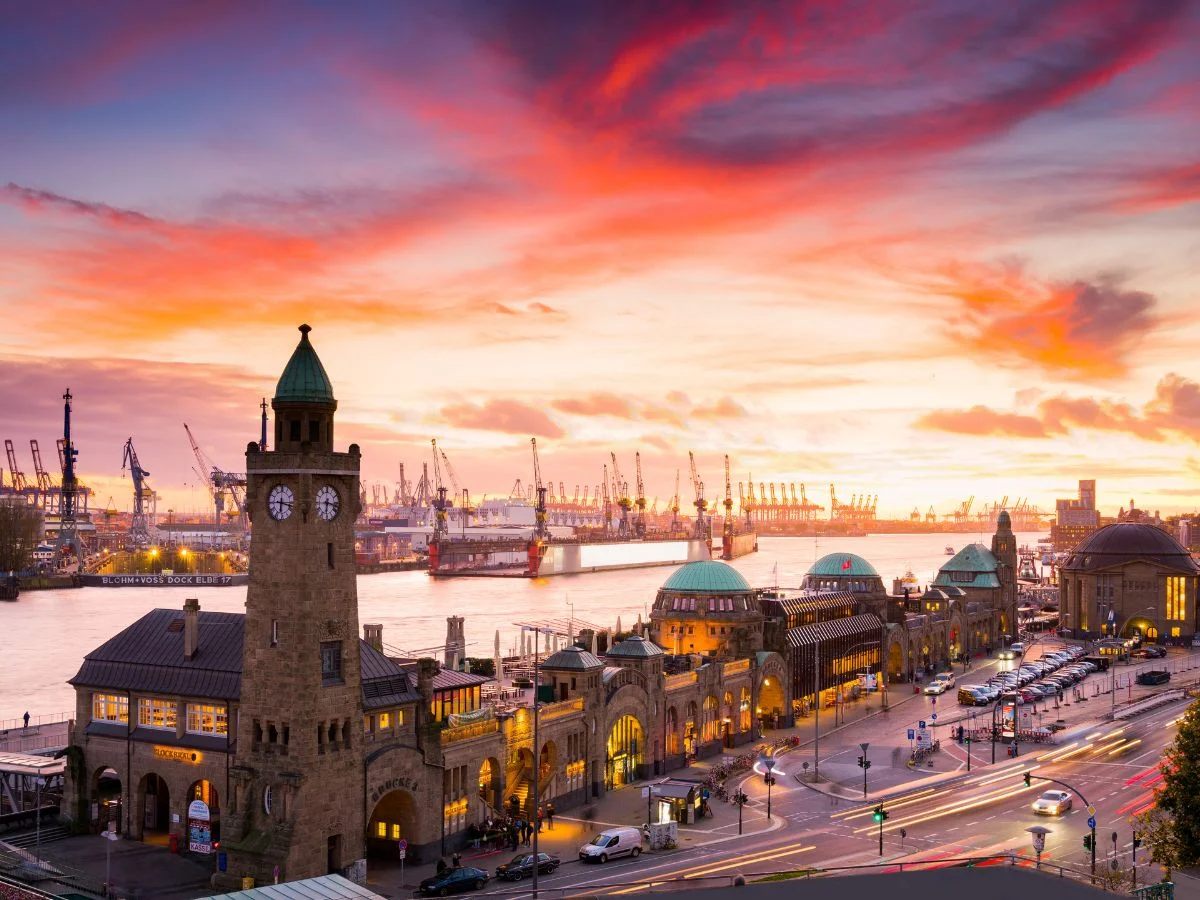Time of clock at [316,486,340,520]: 6:17
